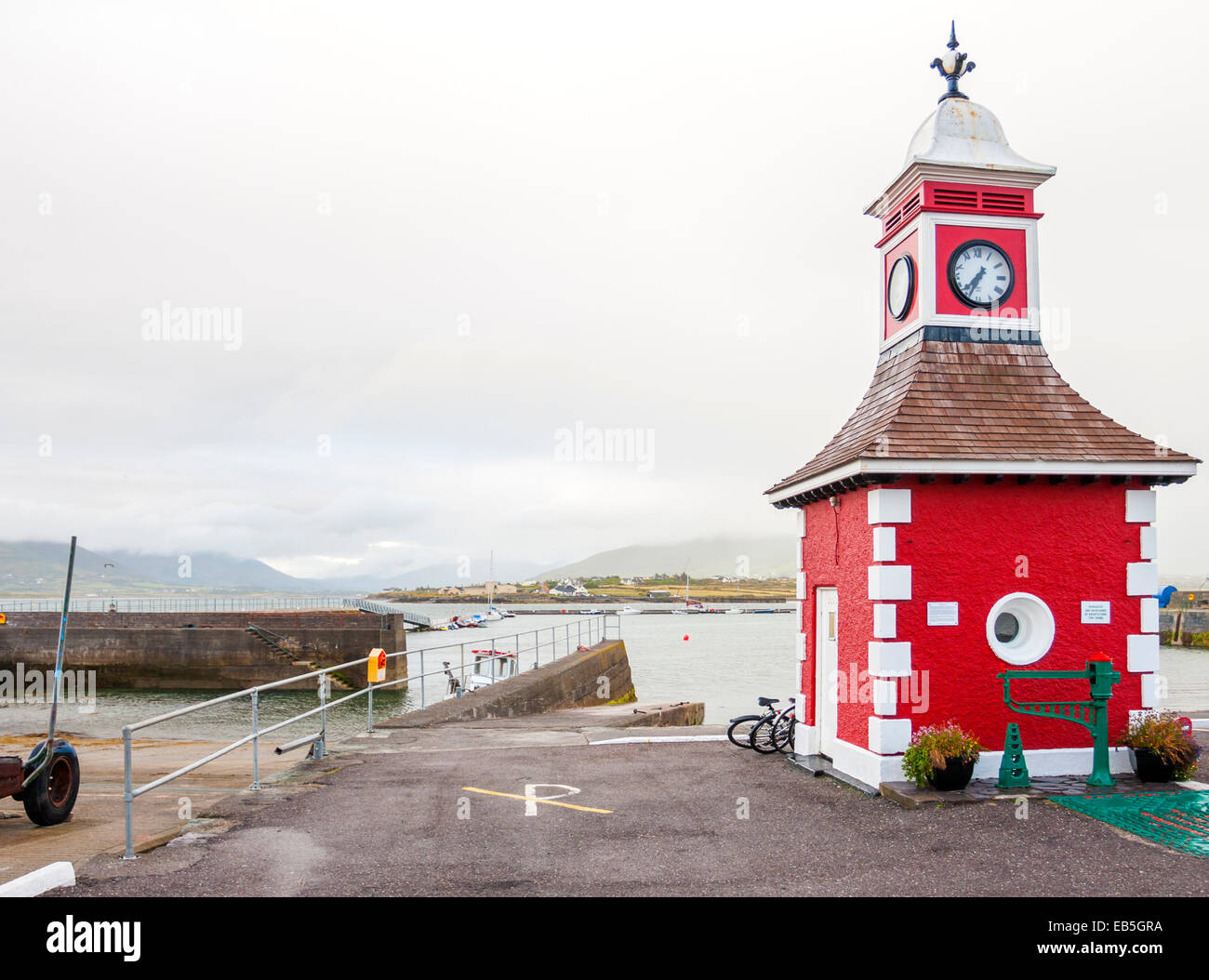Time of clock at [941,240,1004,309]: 7:34
